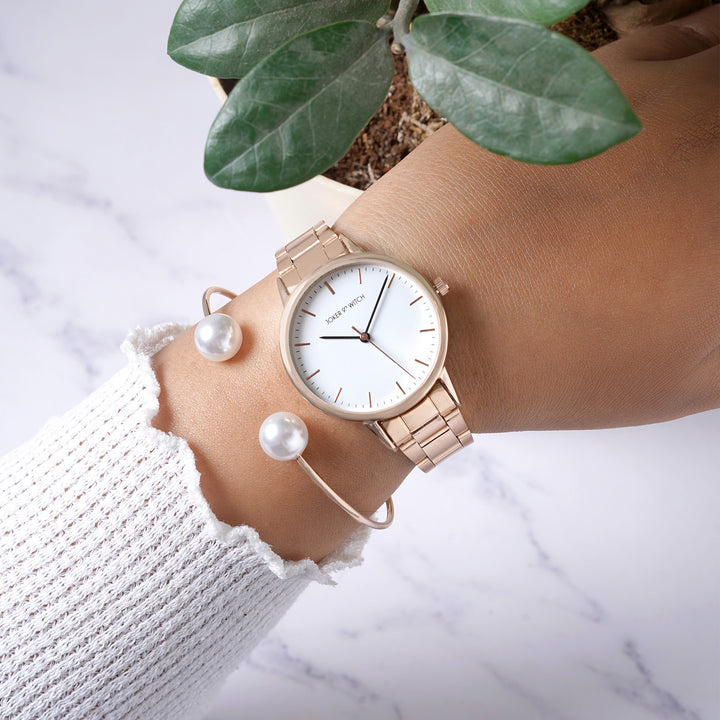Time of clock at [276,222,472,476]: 9:04
